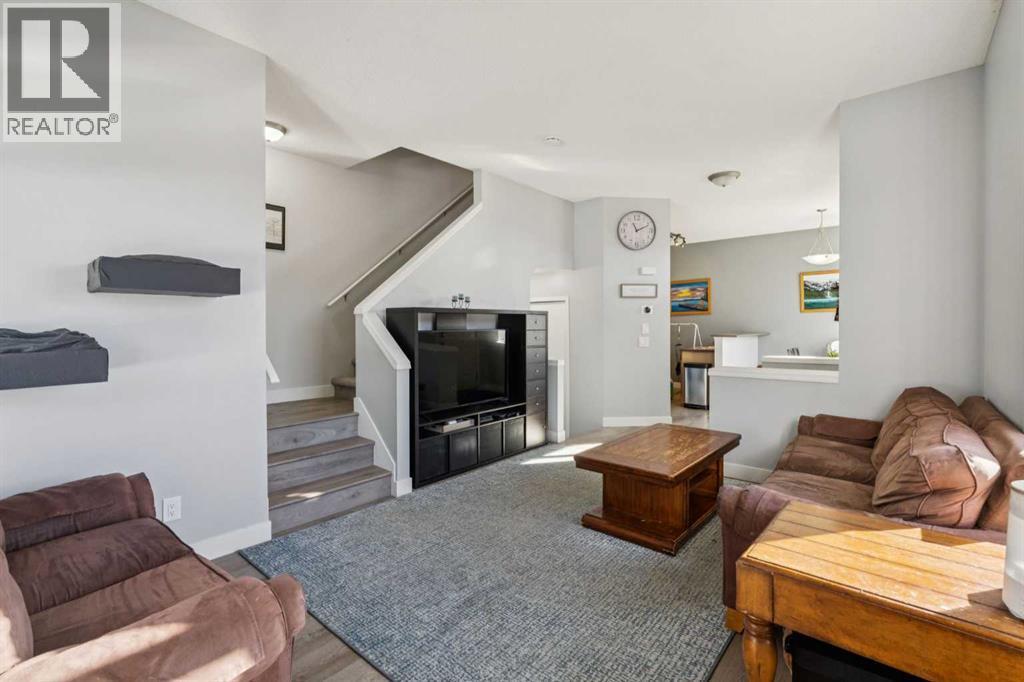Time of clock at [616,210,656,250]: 11:10
